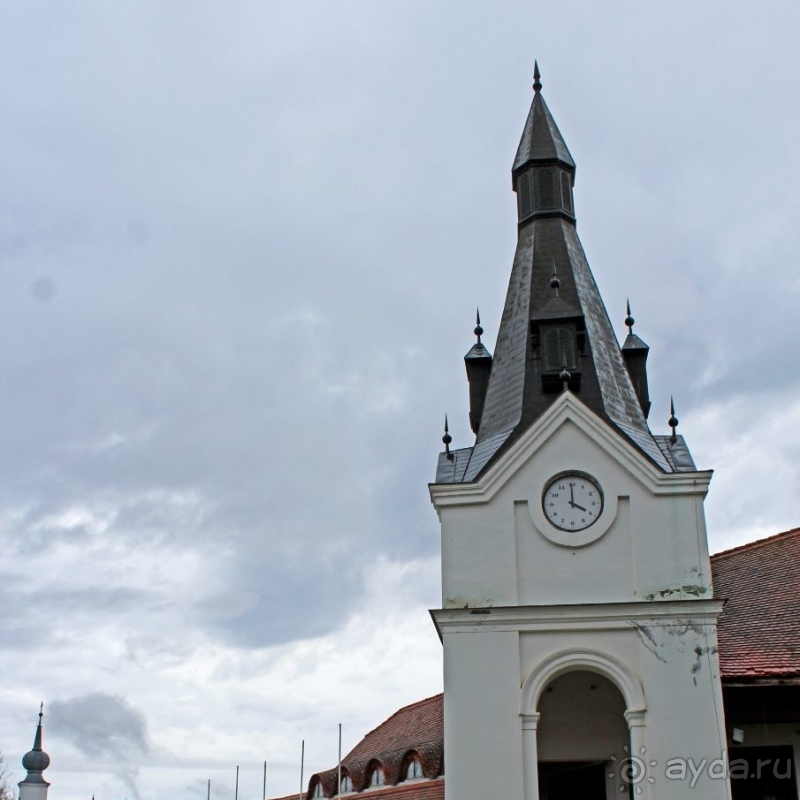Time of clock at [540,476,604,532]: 3:59
